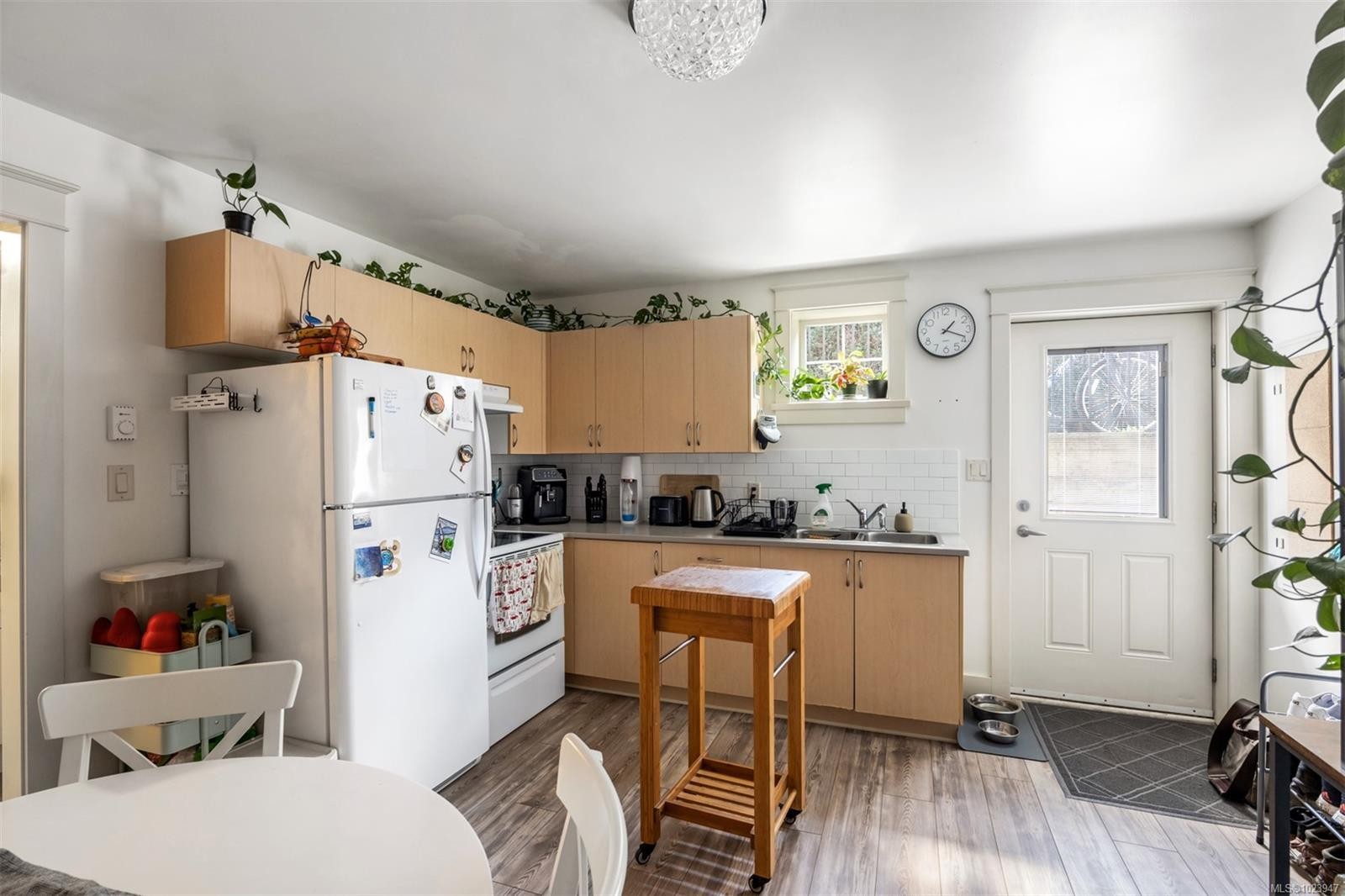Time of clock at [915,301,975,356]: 1:18
